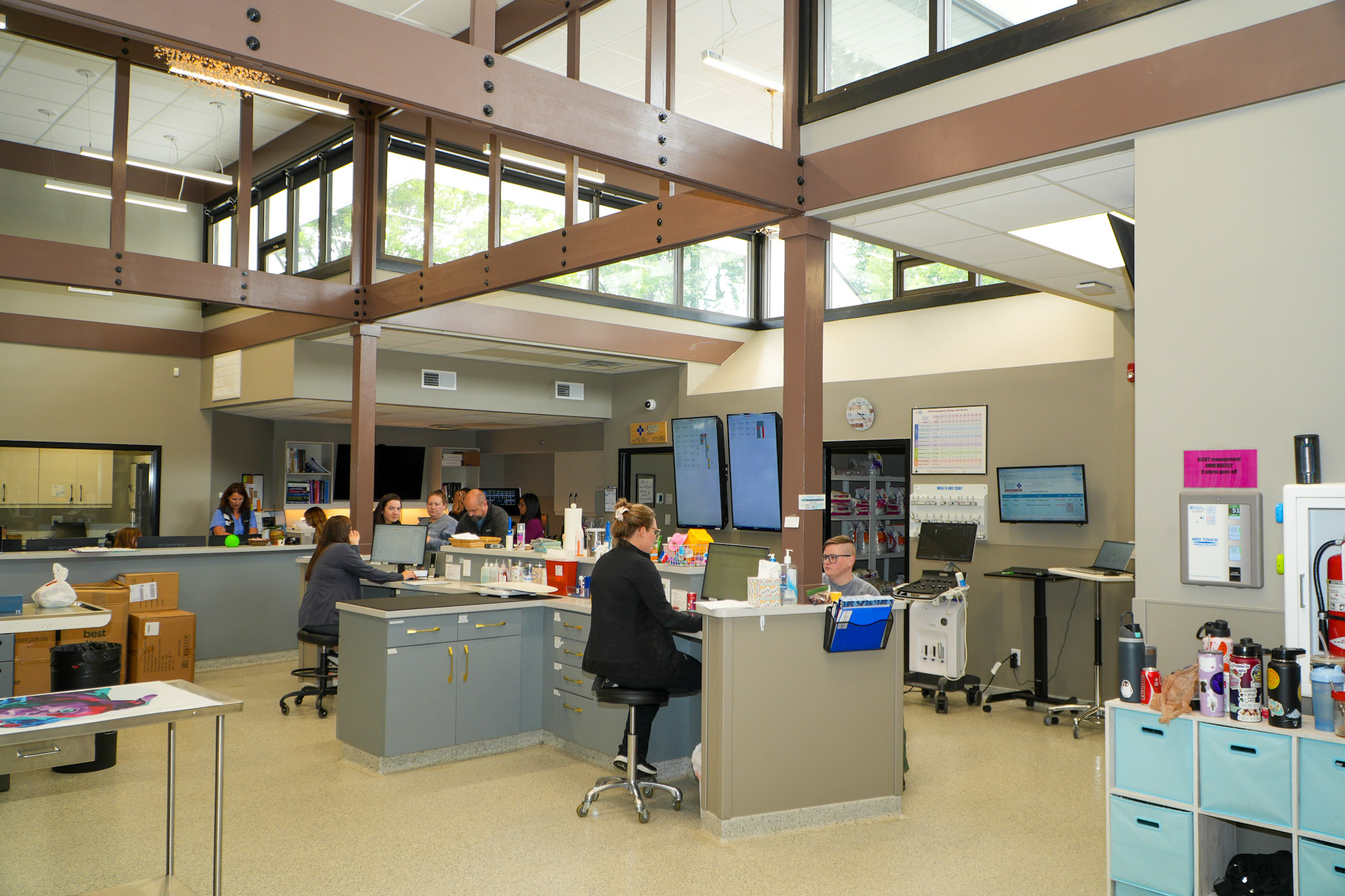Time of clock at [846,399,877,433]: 3:22
